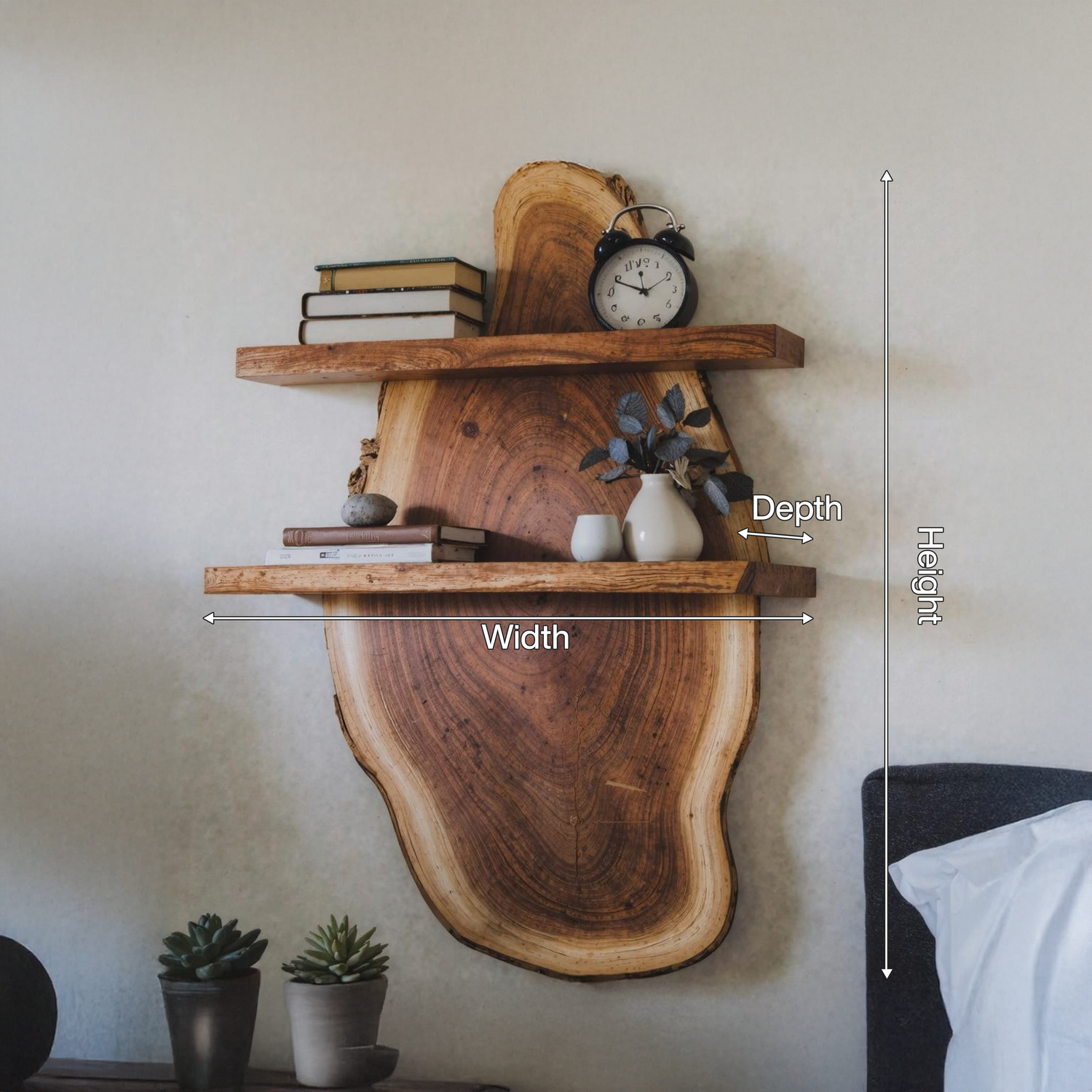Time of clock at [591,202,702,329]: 11:48
